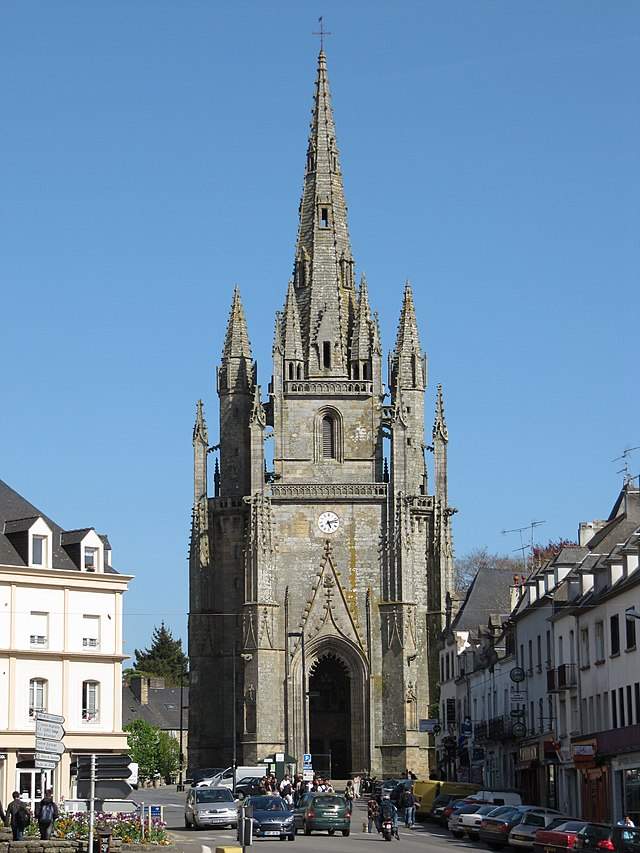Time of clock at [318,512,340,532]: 5:12
